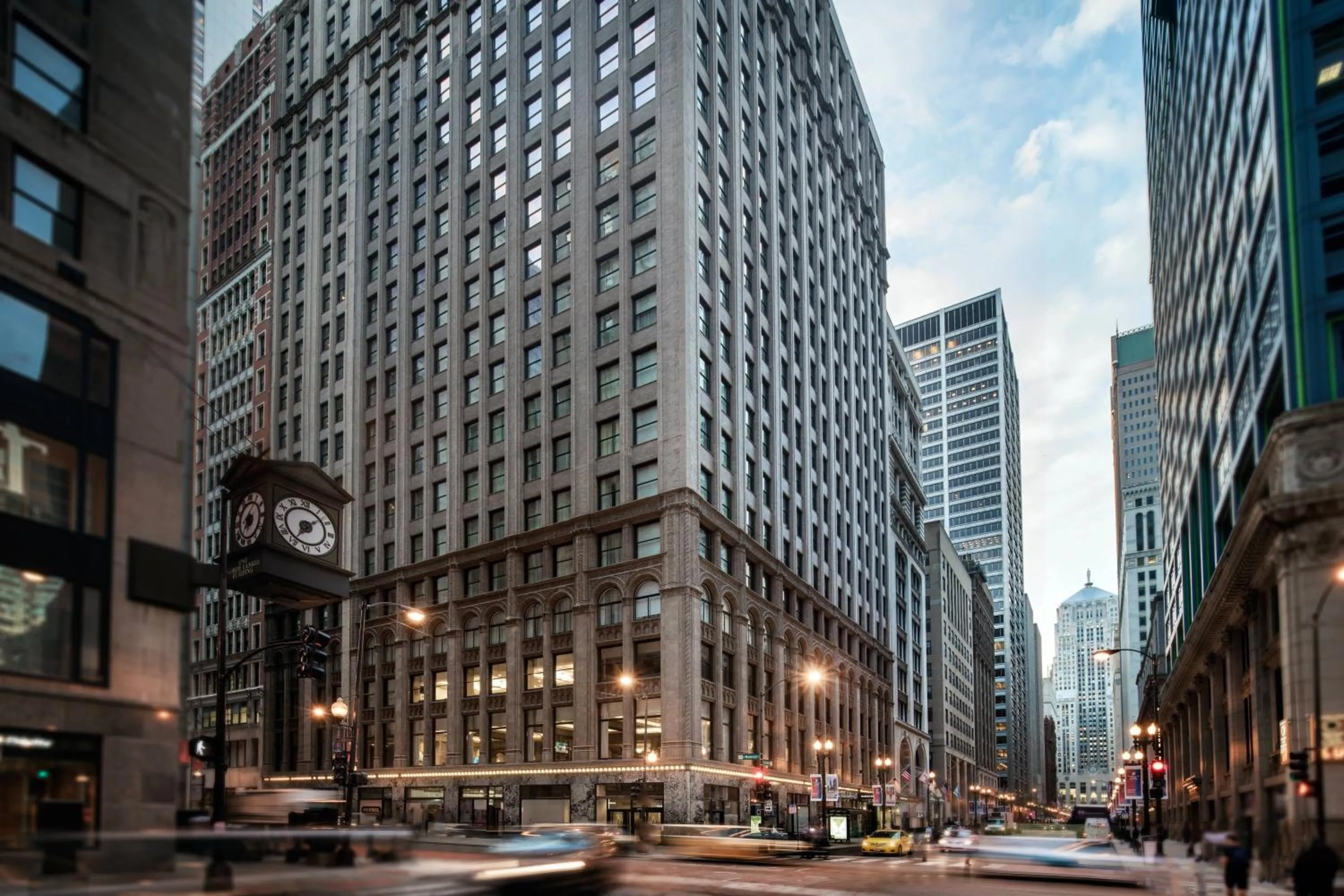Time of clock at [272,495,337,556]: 7:08
